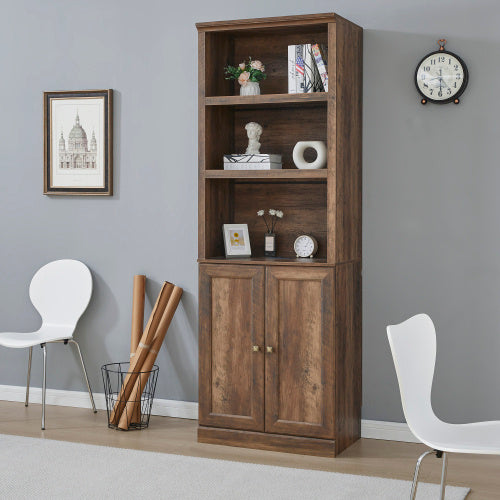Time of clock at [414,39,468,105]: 8:29
